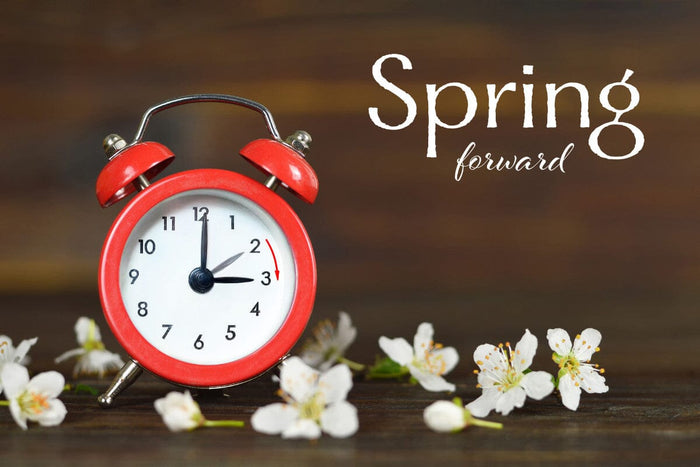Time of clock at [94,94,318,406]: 3:01
